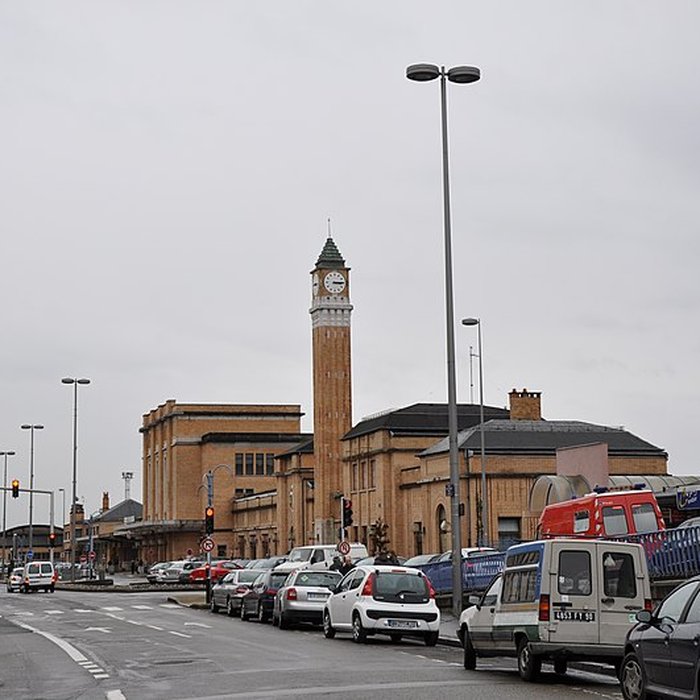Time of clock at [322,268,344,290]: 3:14
